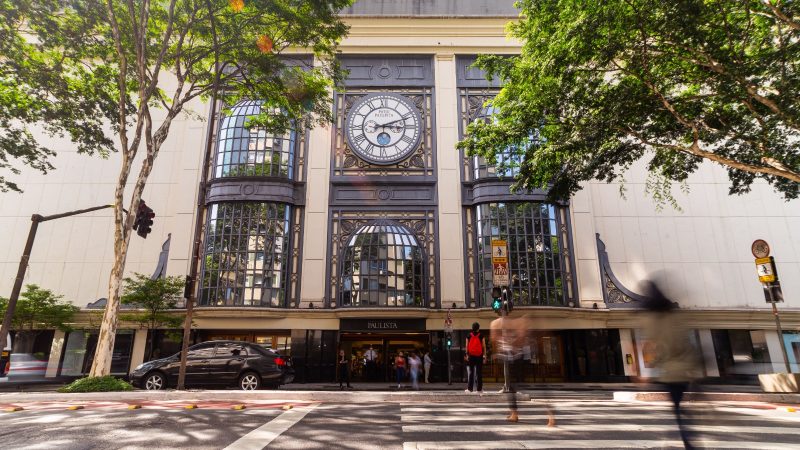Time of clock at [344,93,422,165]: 3:11
